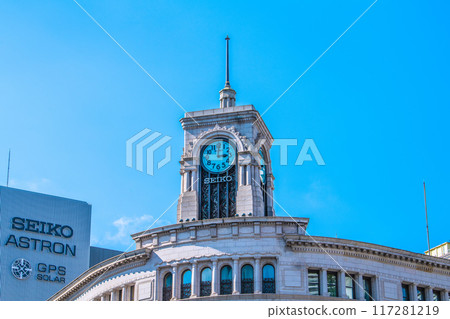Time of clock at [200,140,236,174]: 3:00
